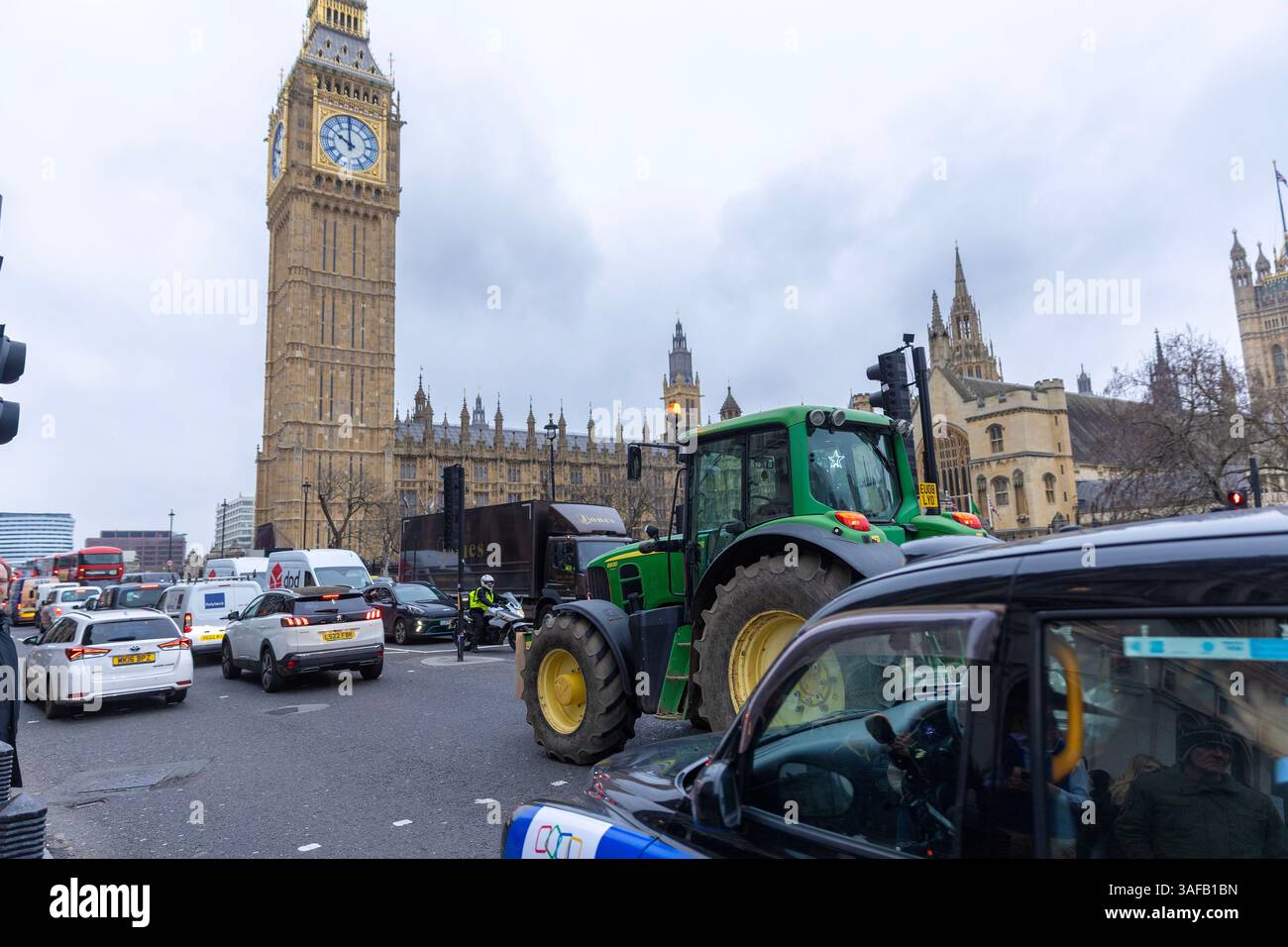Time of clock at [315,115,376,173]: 9:59
